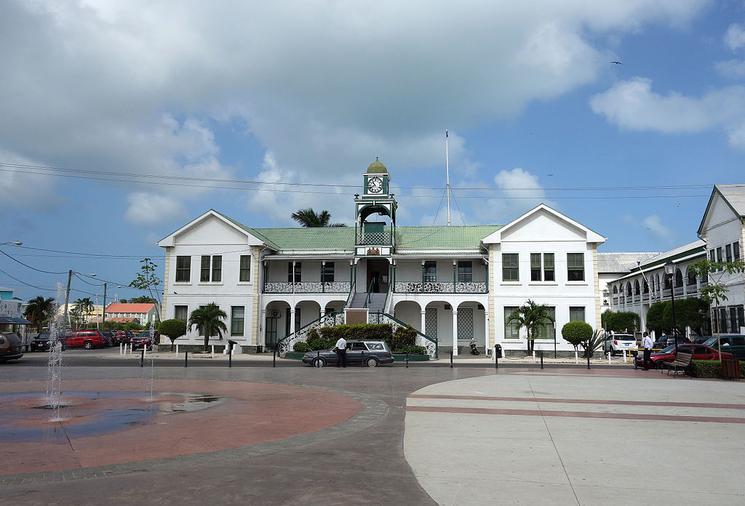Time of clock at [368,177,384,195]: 10:40
